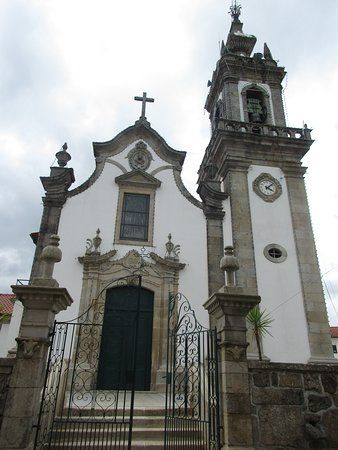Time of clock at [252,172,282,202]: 4:07
